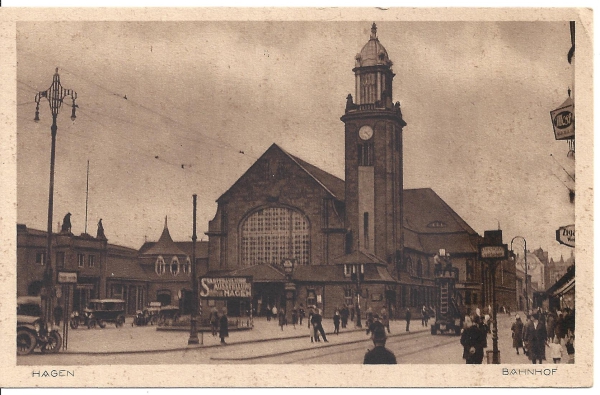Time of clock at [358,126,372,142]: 4:22
